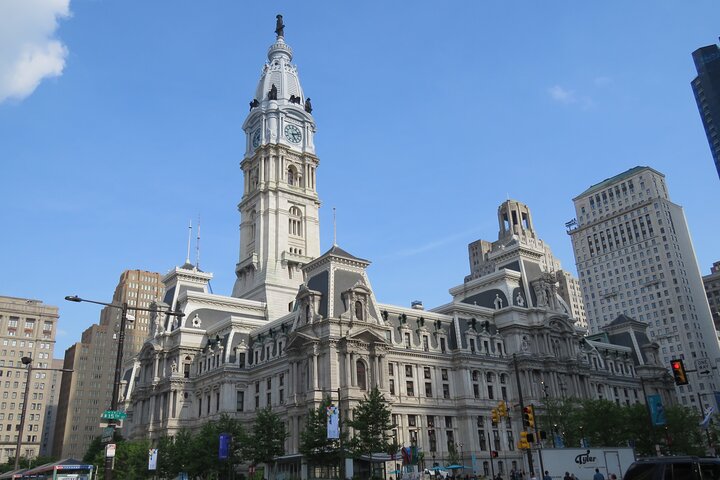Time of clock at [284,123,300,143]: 5:12
